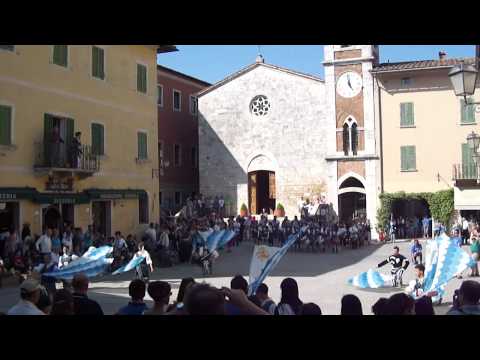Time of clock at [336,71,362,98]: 4:59
